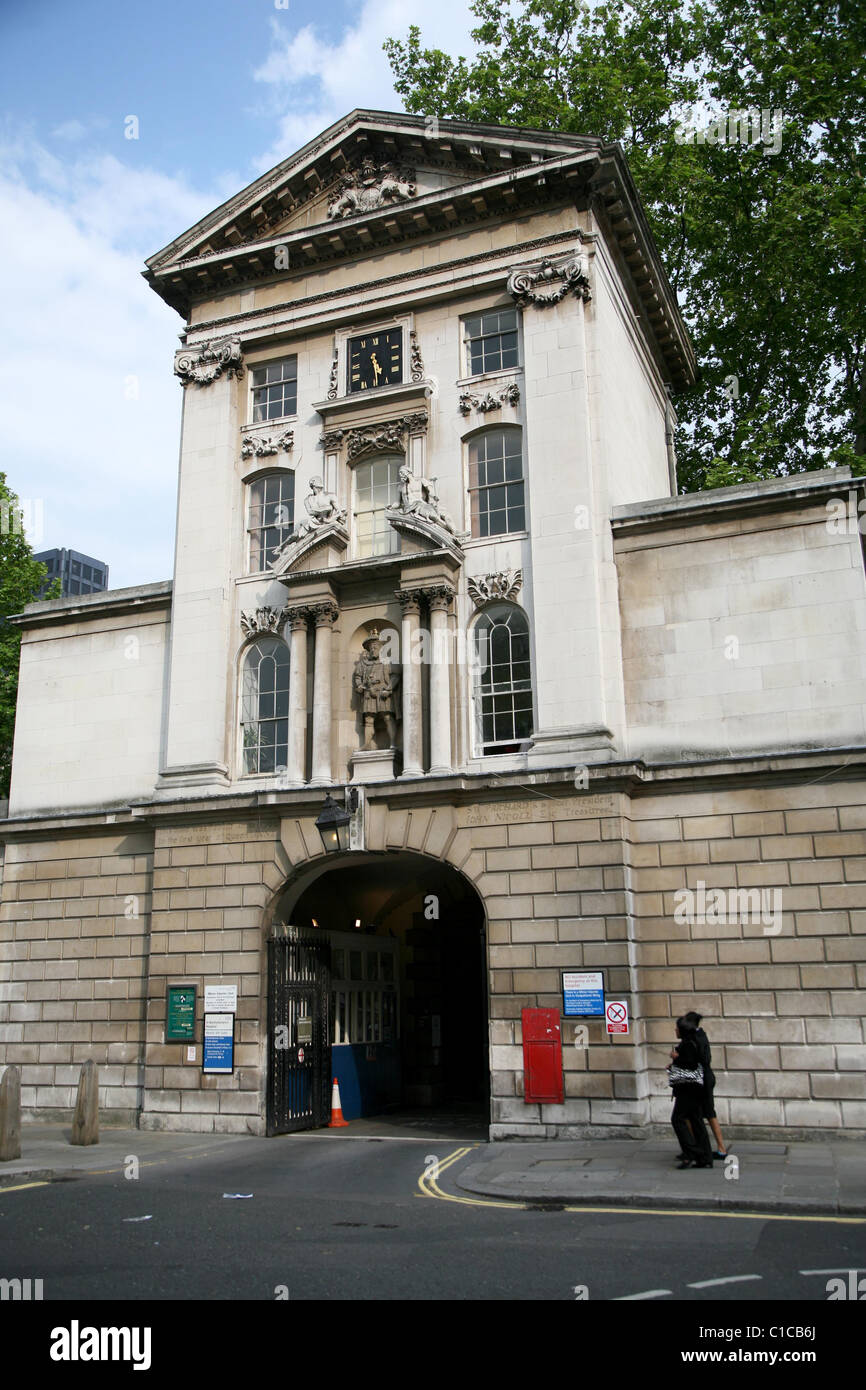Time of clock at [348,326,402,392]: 5:29
